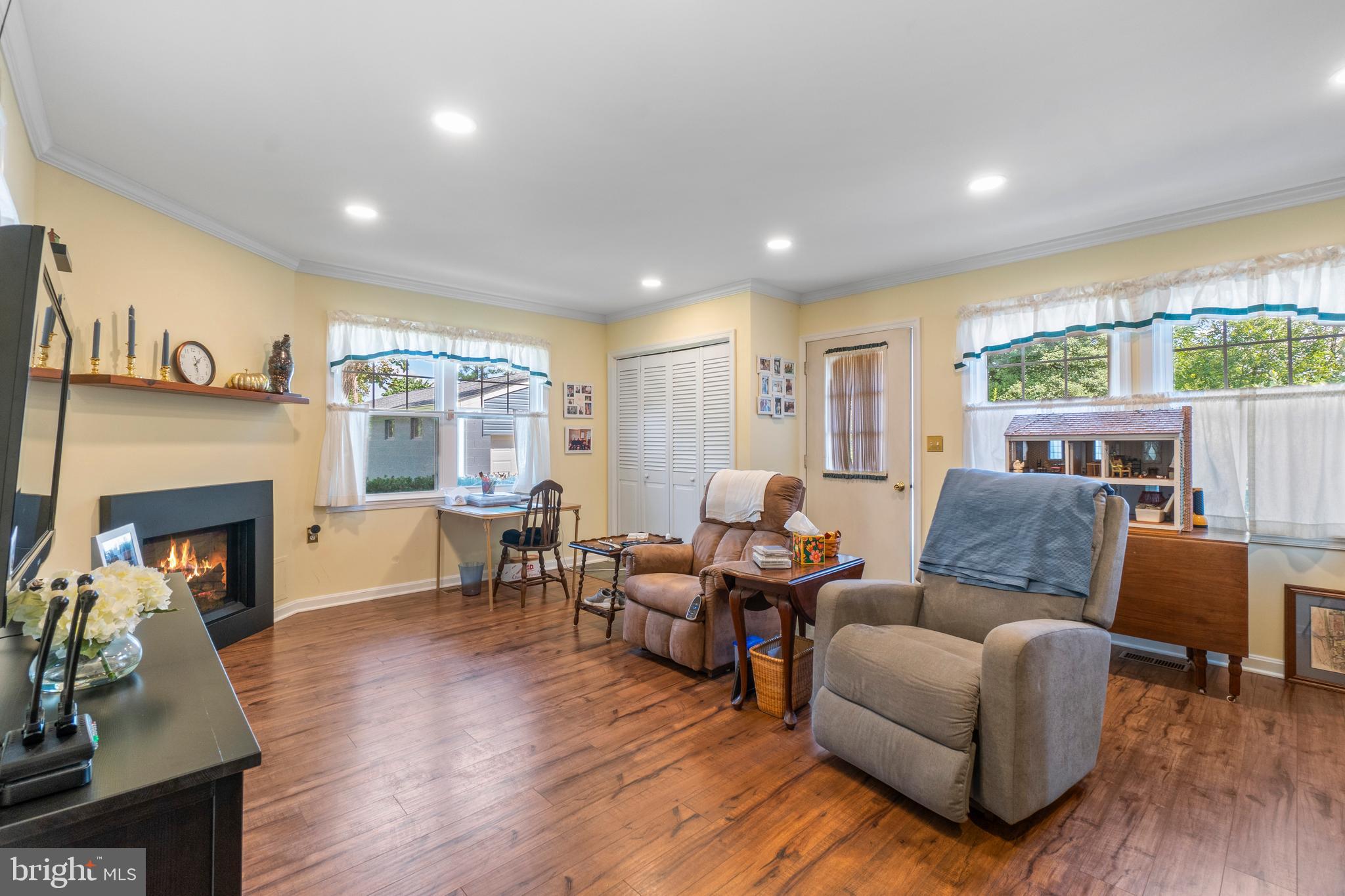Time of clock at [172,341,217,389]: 1:28
